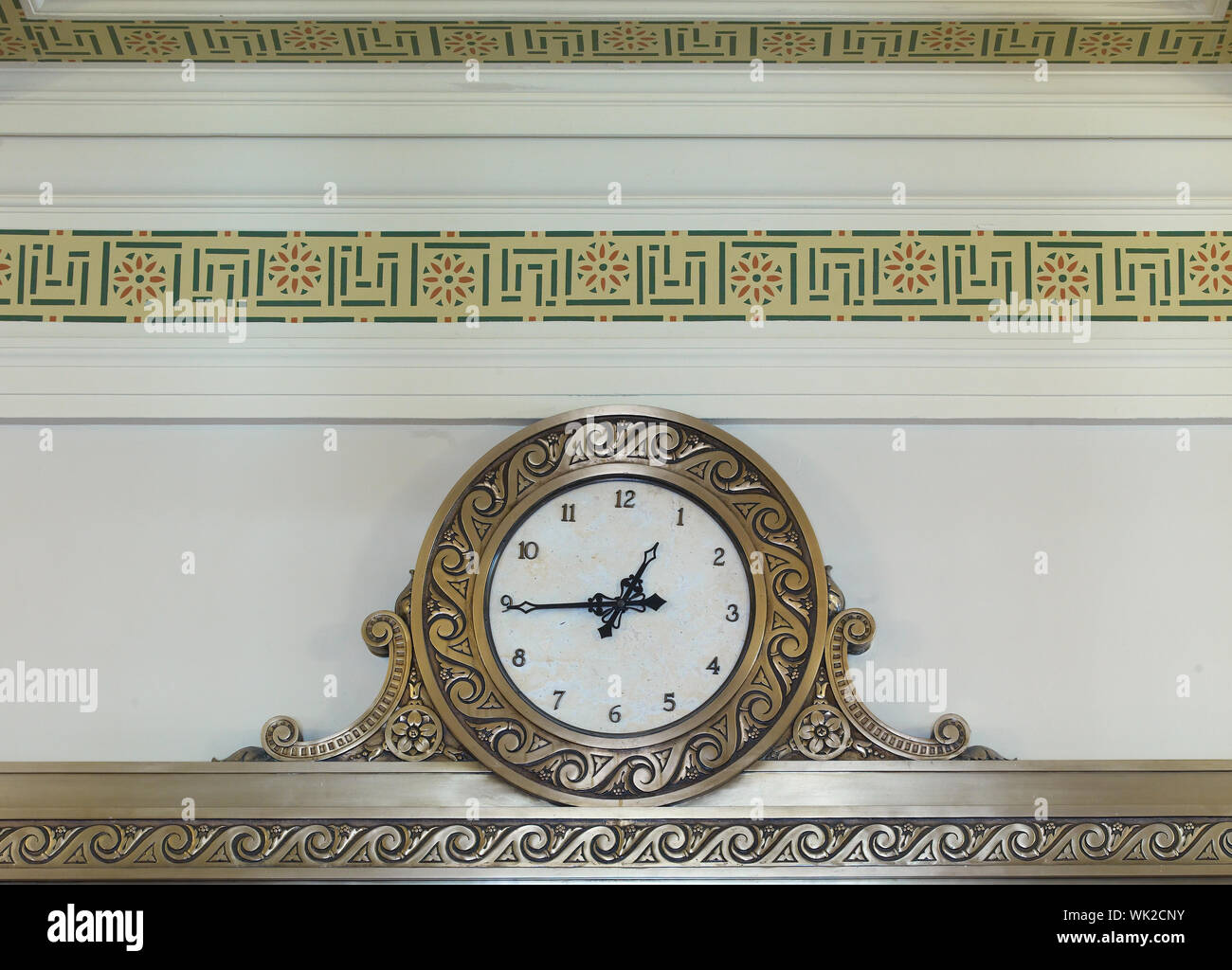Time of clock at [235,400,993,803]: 12:44
